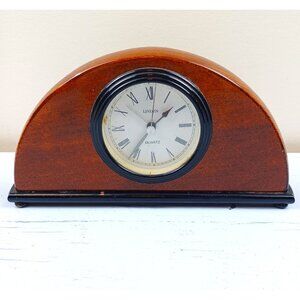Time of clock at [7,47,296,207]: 1:35
